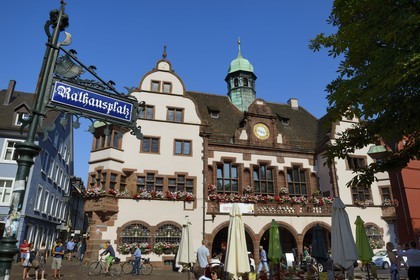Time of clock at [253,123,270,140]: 3:47
